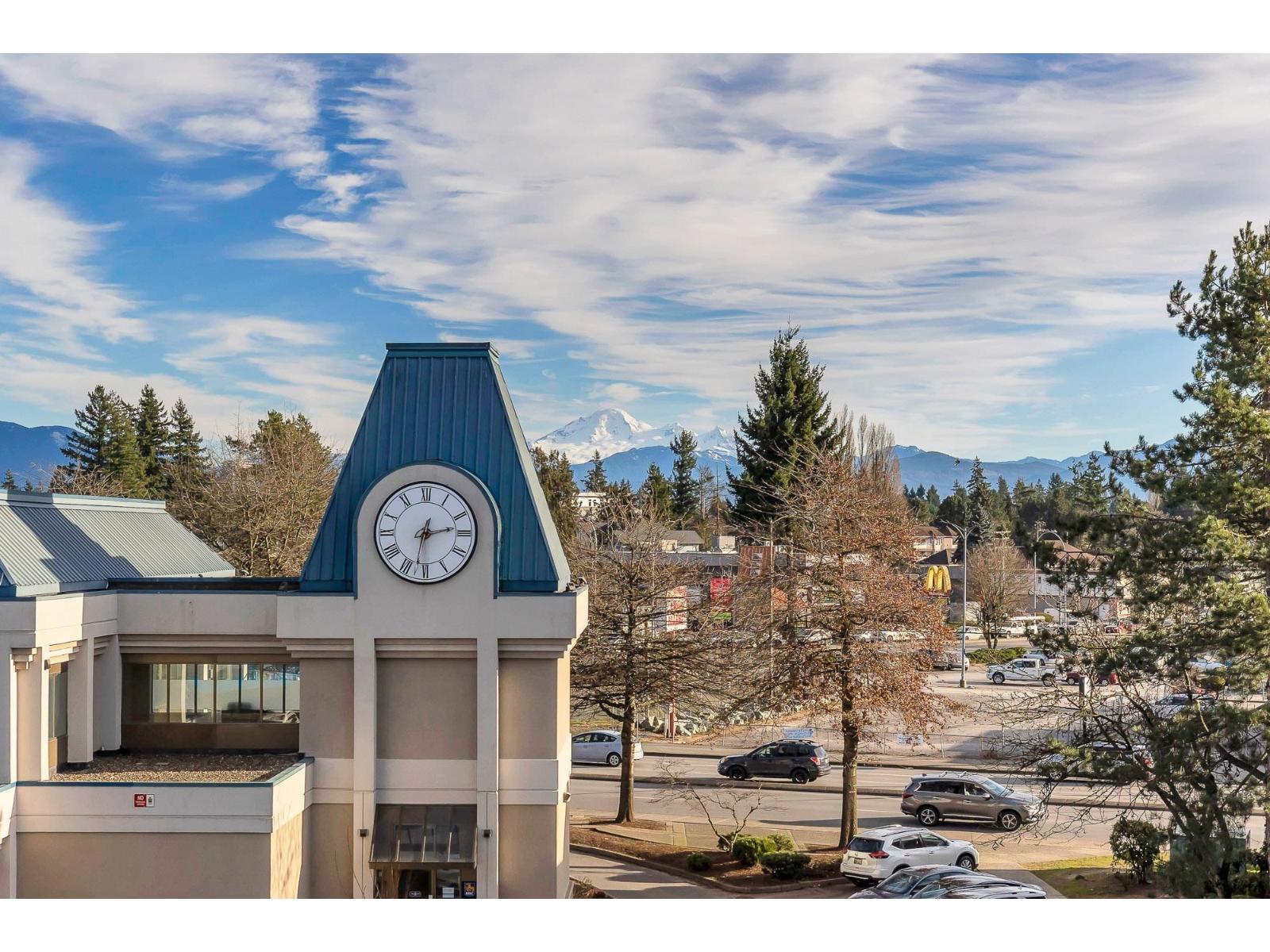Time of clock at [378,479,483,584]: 2:32
